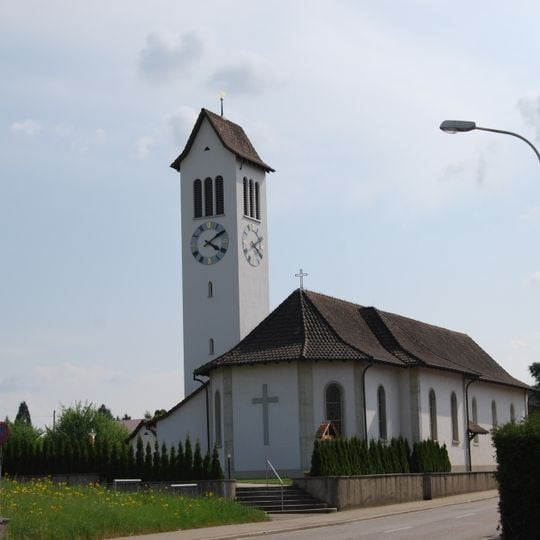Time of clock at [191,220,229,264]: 4:09
